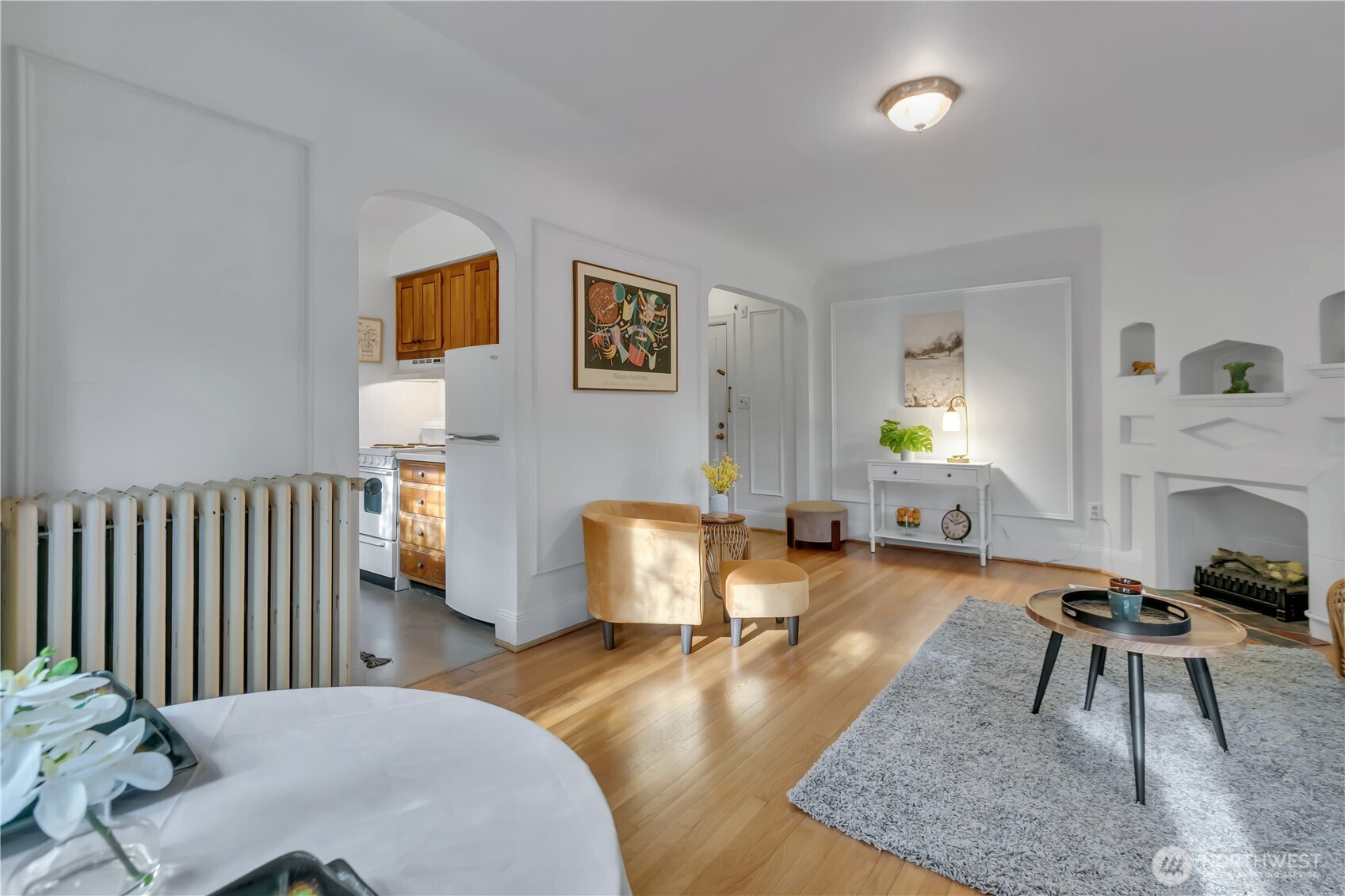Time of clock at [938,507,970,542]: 10:10
